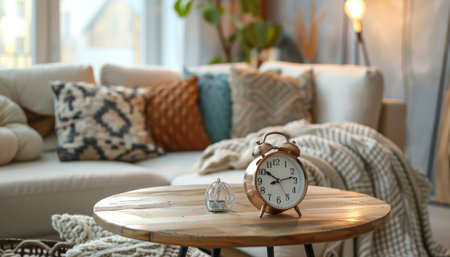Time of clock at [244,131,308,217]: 10:13
